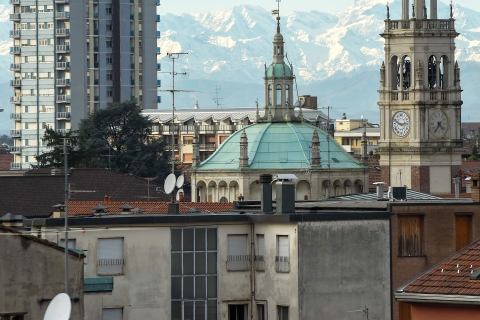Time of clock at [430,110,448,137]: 4:35
